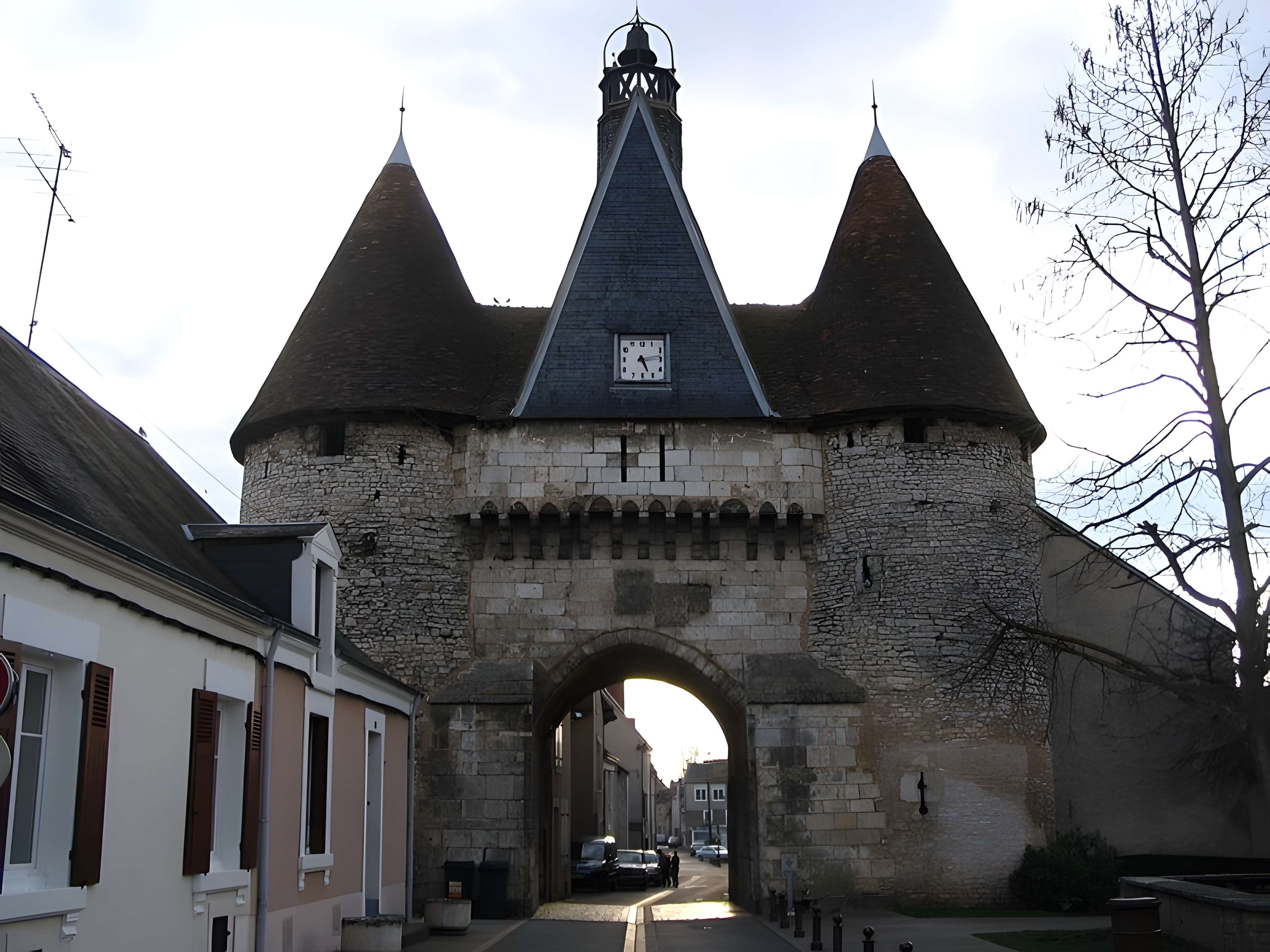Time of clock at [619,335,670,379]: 5:13
